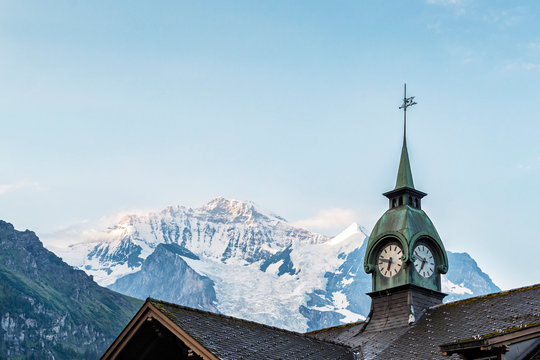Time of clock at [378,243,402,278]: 6:47
